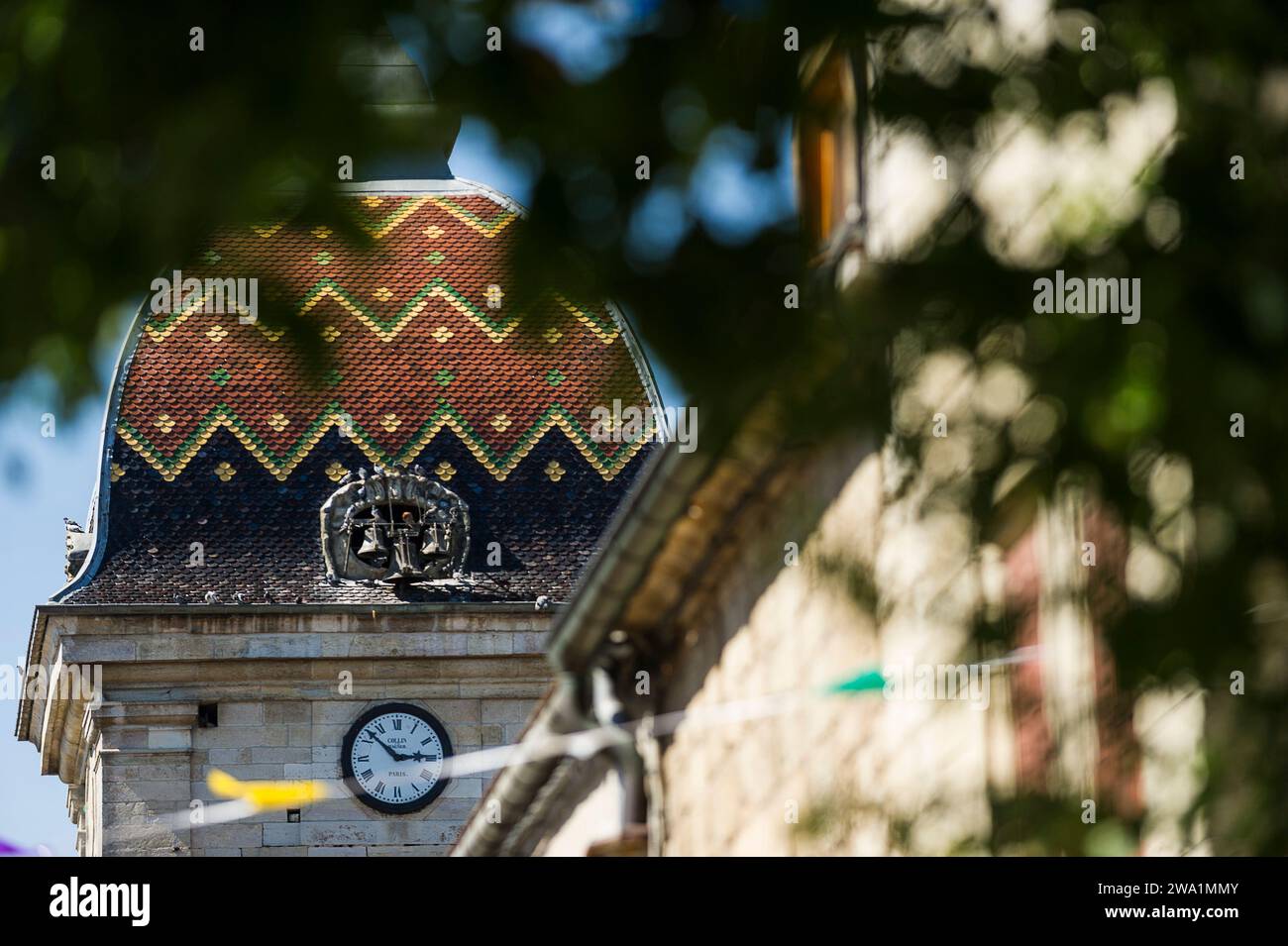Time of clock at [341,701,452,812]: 2:52
